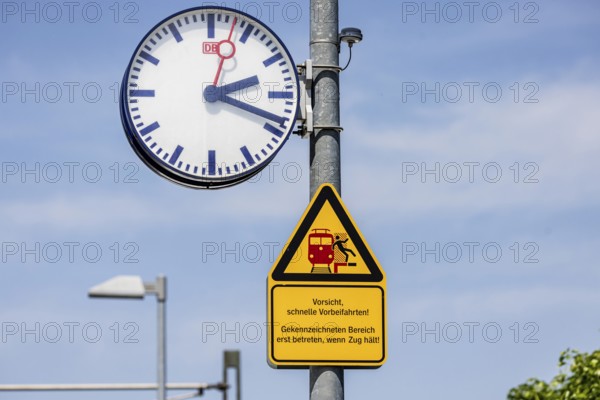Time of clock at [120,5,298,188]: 2:18
